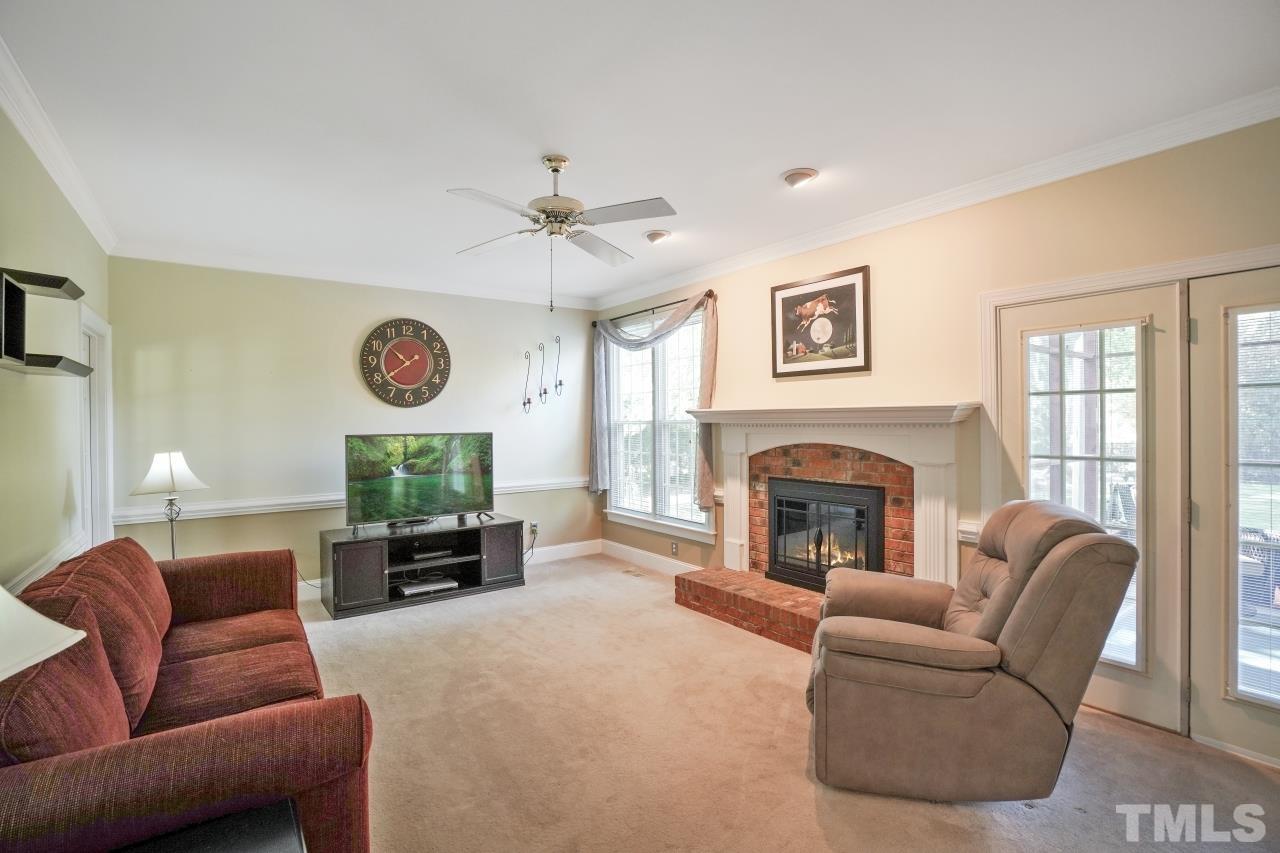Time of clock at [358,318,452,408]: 10:39
